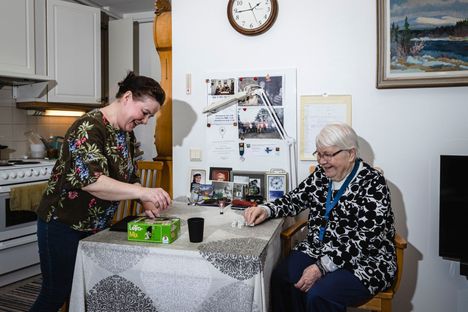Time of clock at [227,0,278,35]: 1:43
